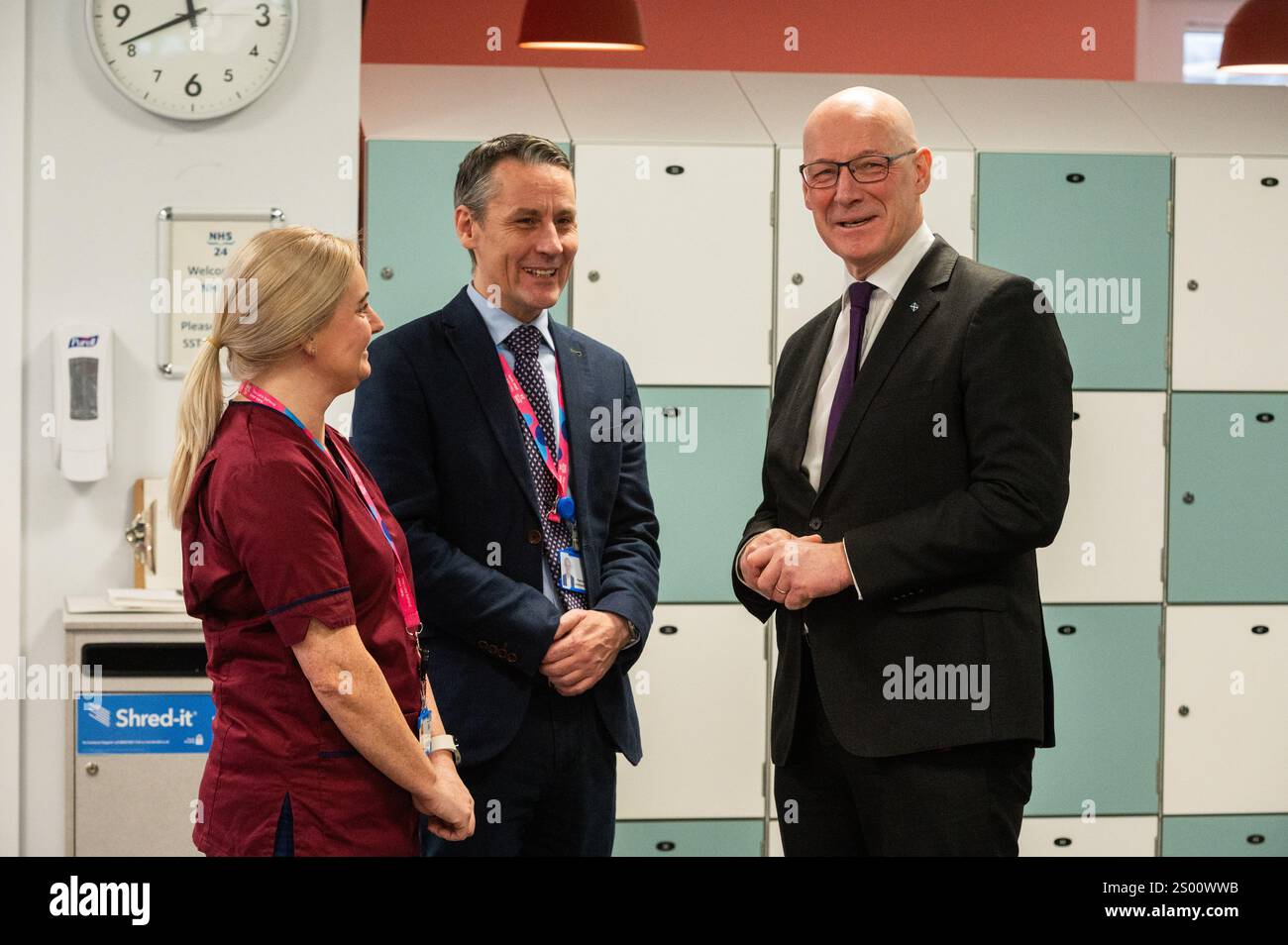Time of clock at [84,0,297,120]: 11:41
